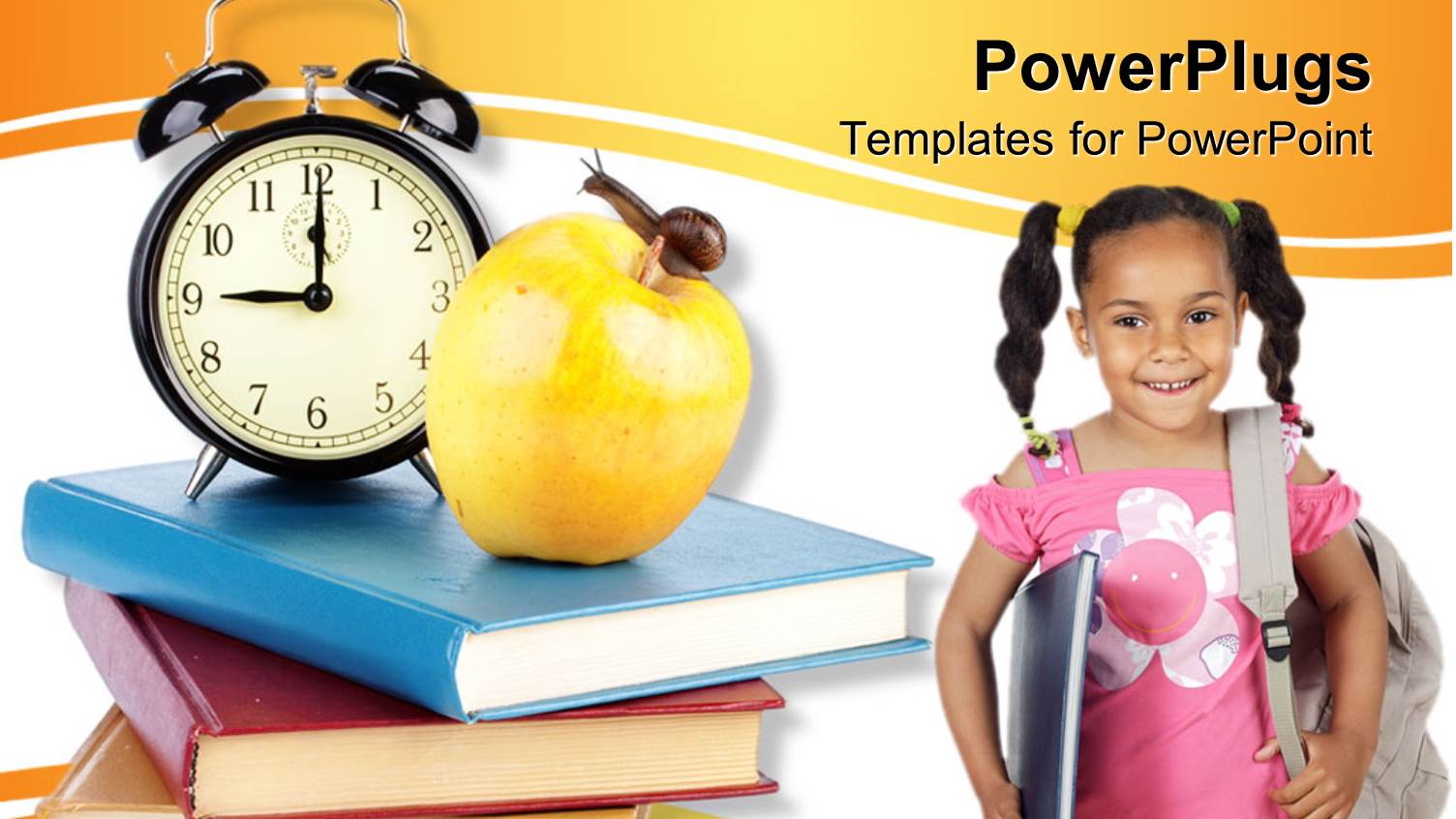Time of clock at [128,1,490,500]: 9:00
